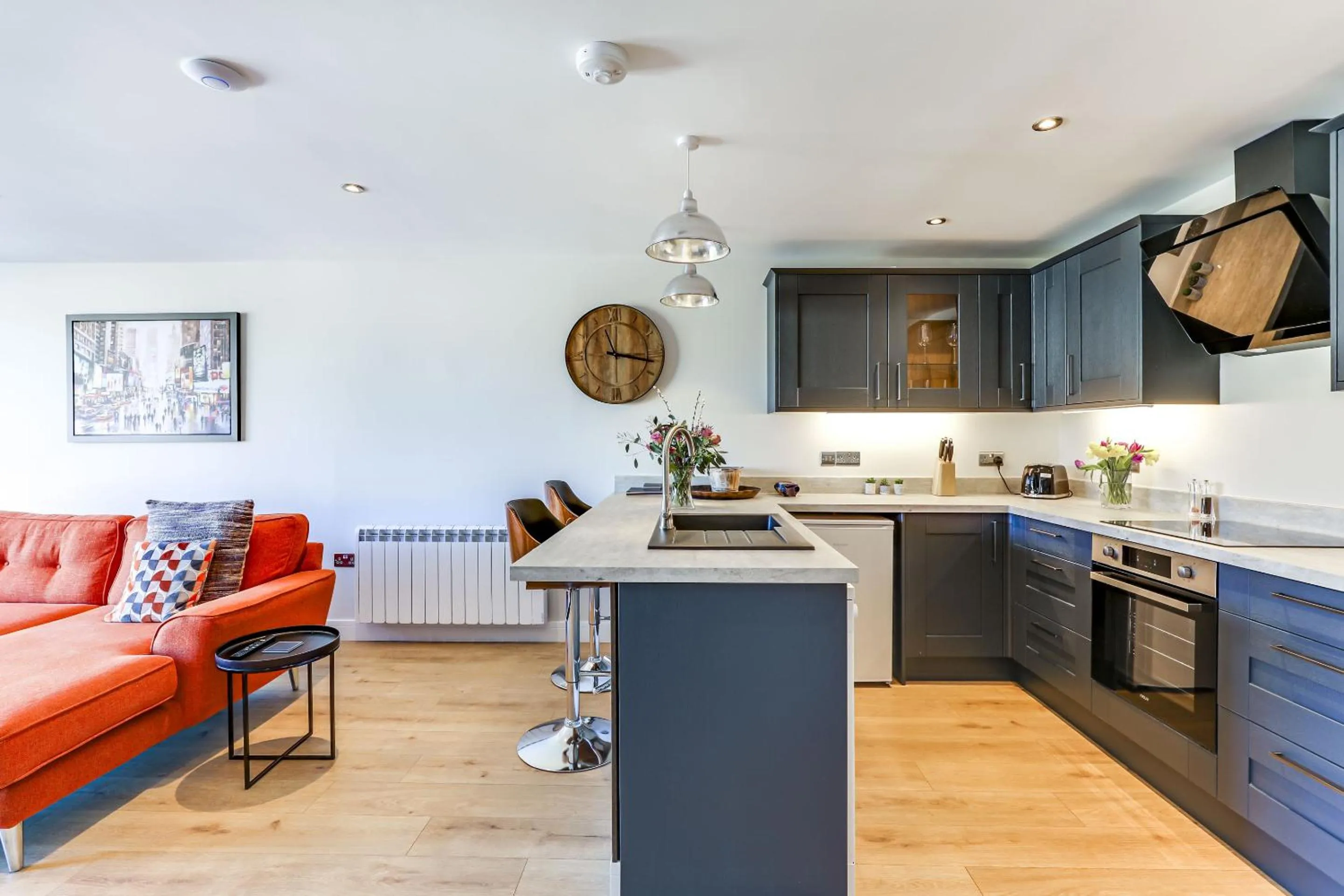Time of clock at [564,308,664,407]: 11:17
